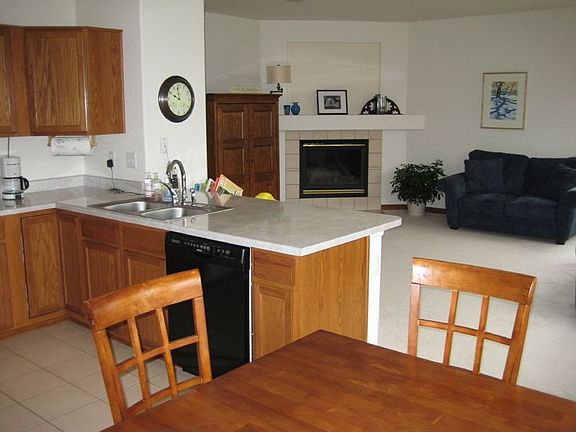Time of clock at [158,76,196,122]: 9:58
